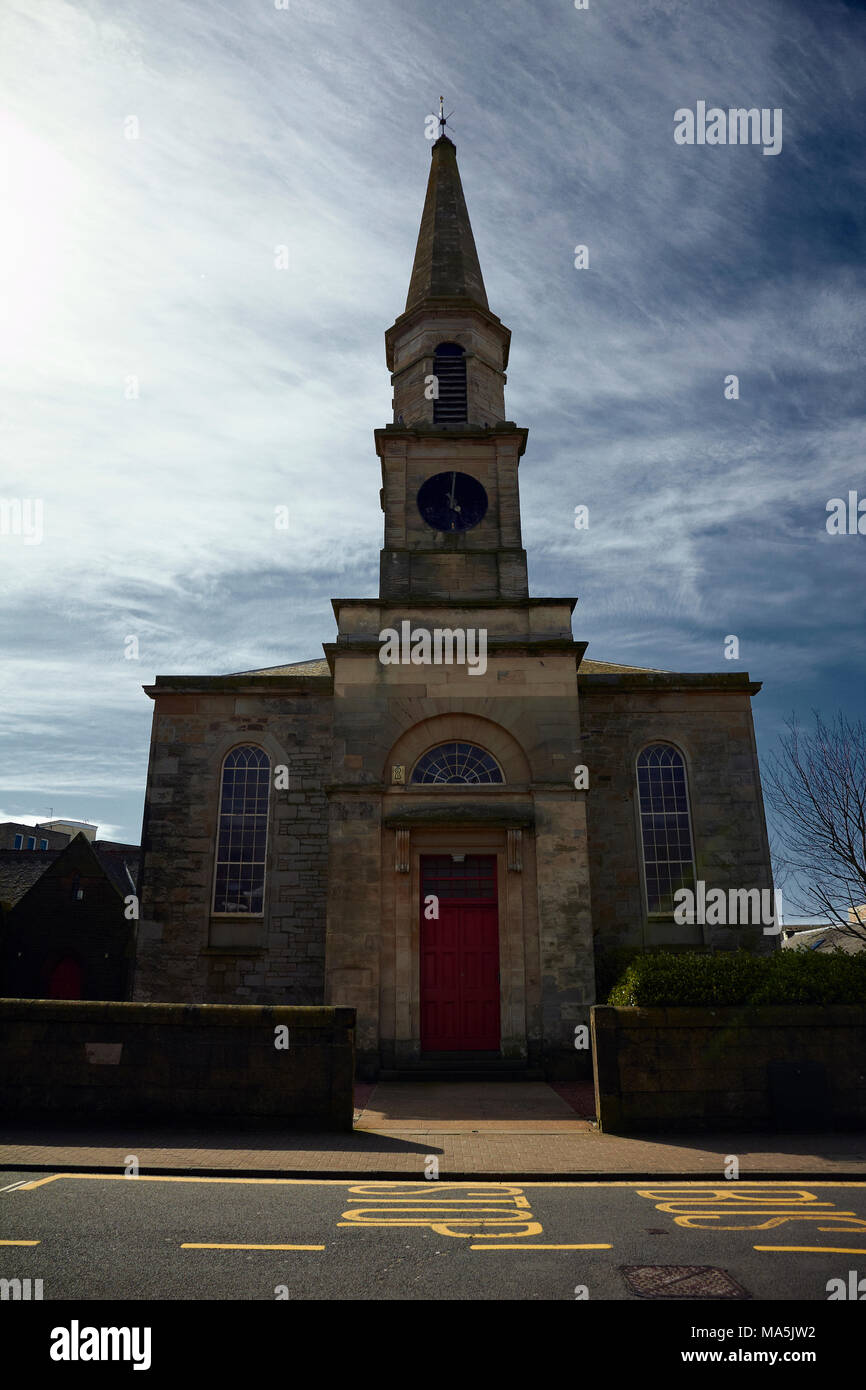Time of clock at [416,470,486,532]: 5:01
